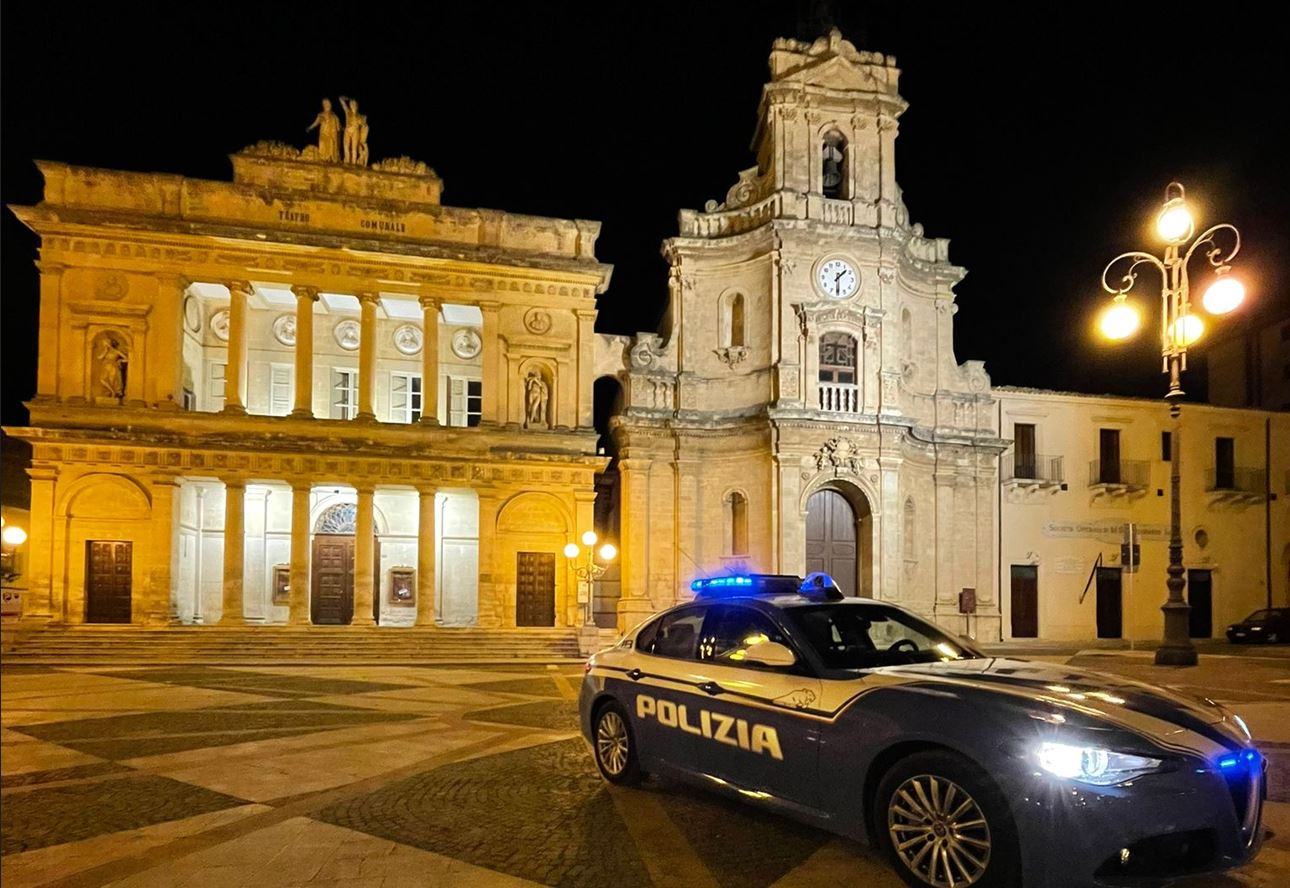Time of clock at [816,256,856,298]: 1:30
